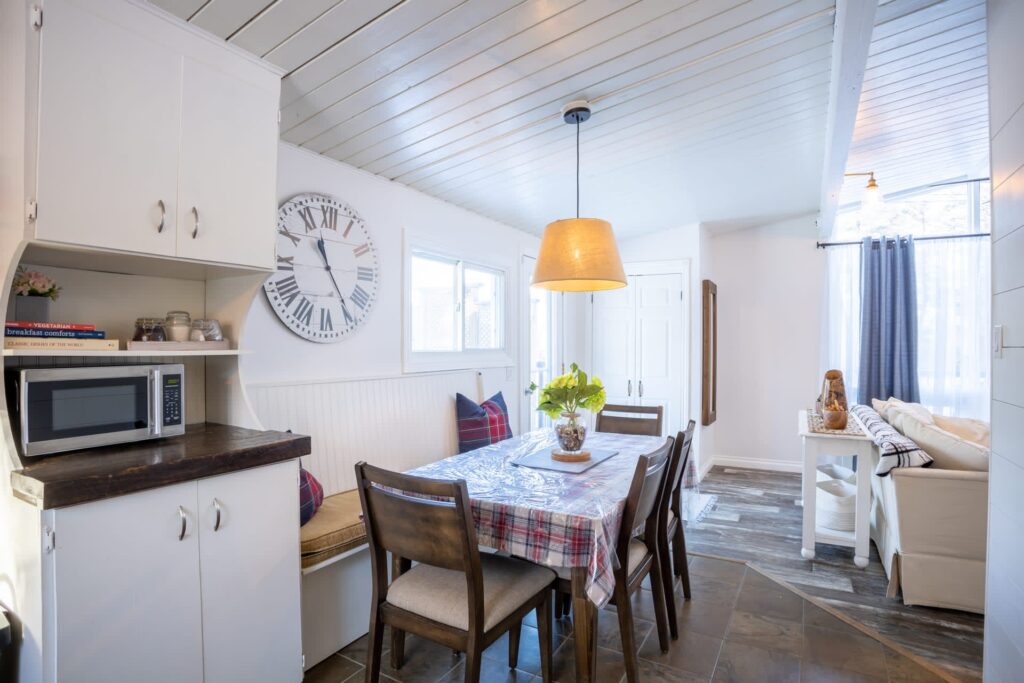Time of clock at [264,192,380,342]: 11:24
